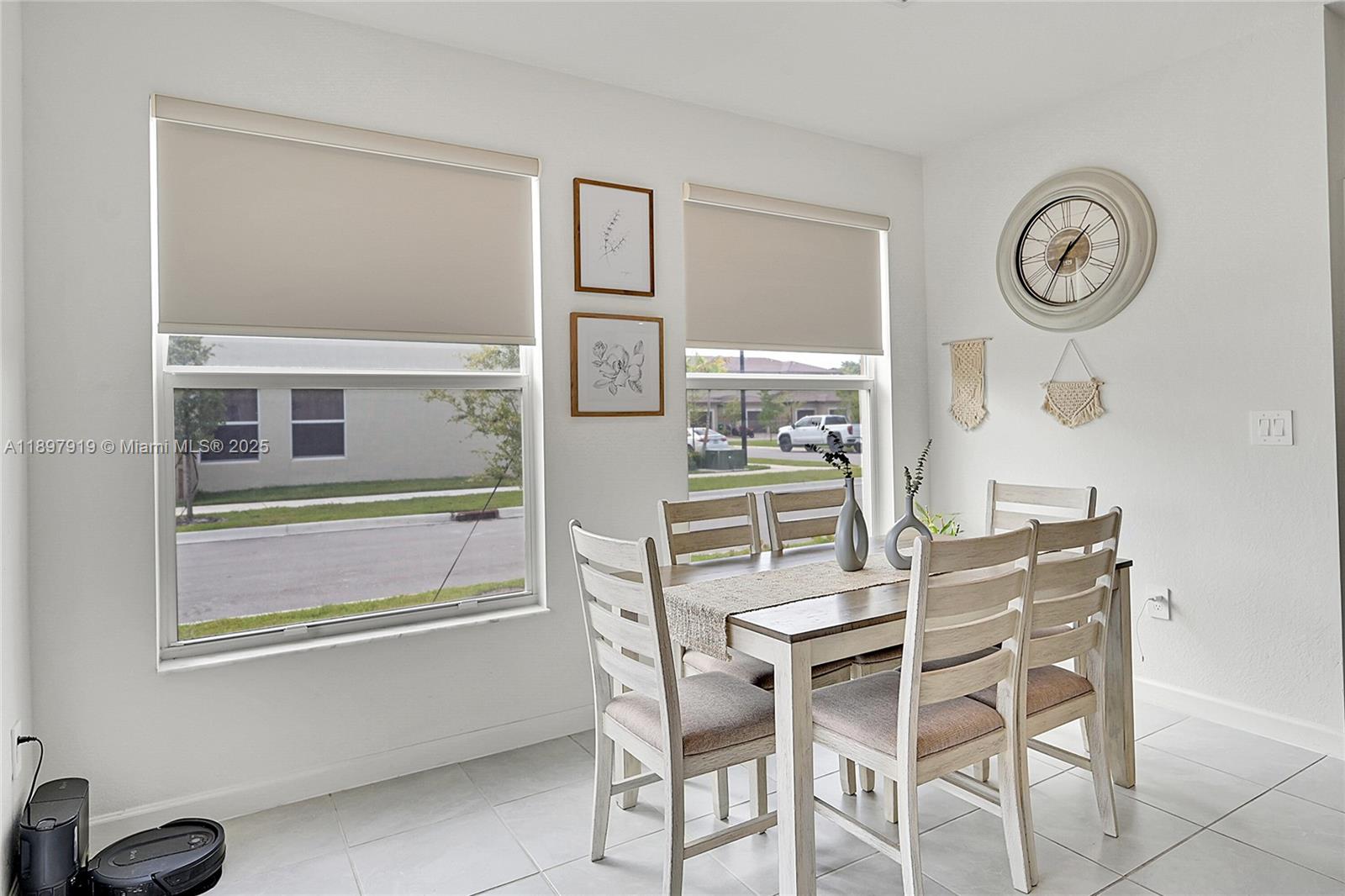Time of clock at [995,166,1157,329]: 1:35
